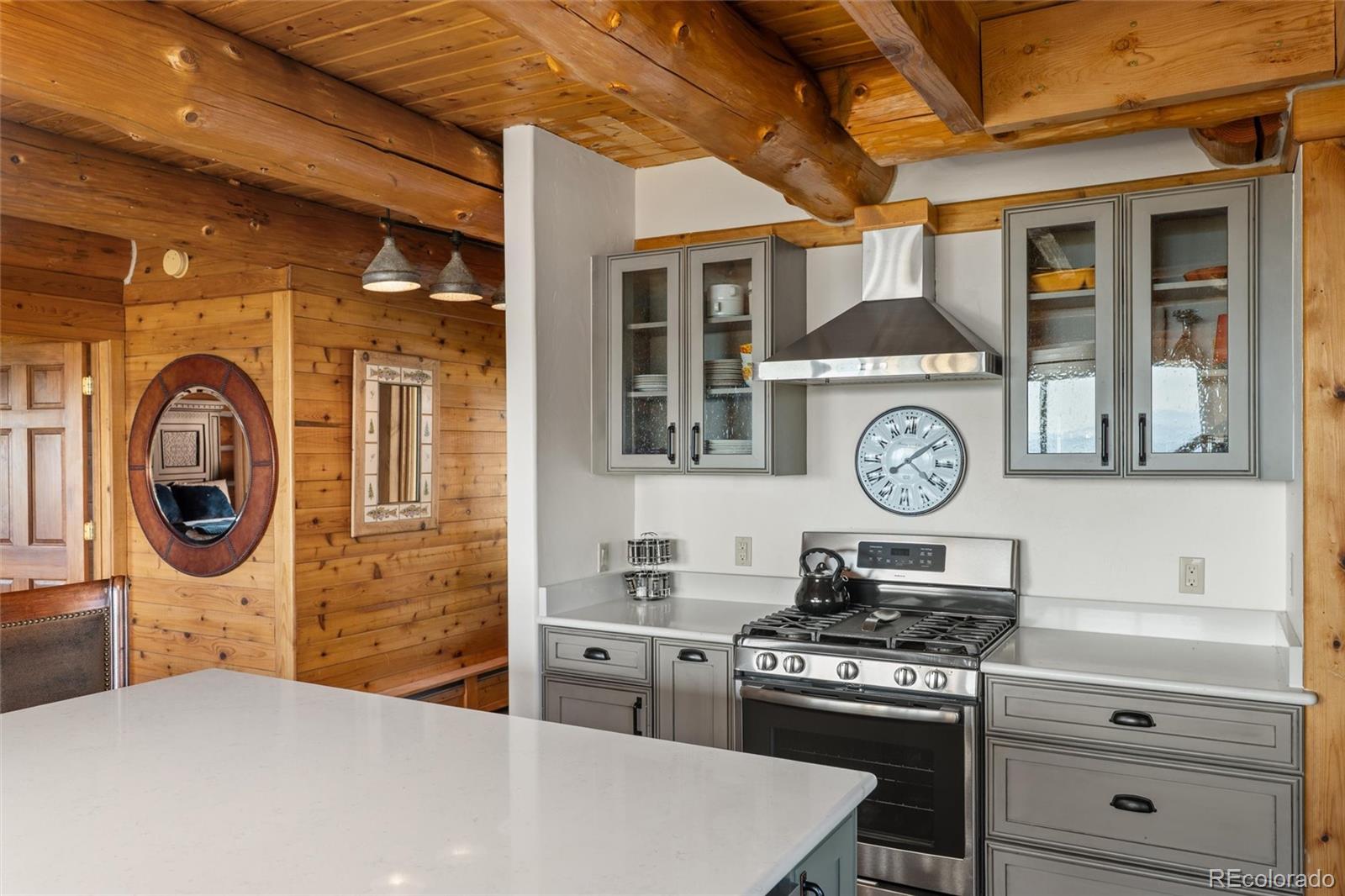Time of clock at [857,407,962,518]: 4:08
